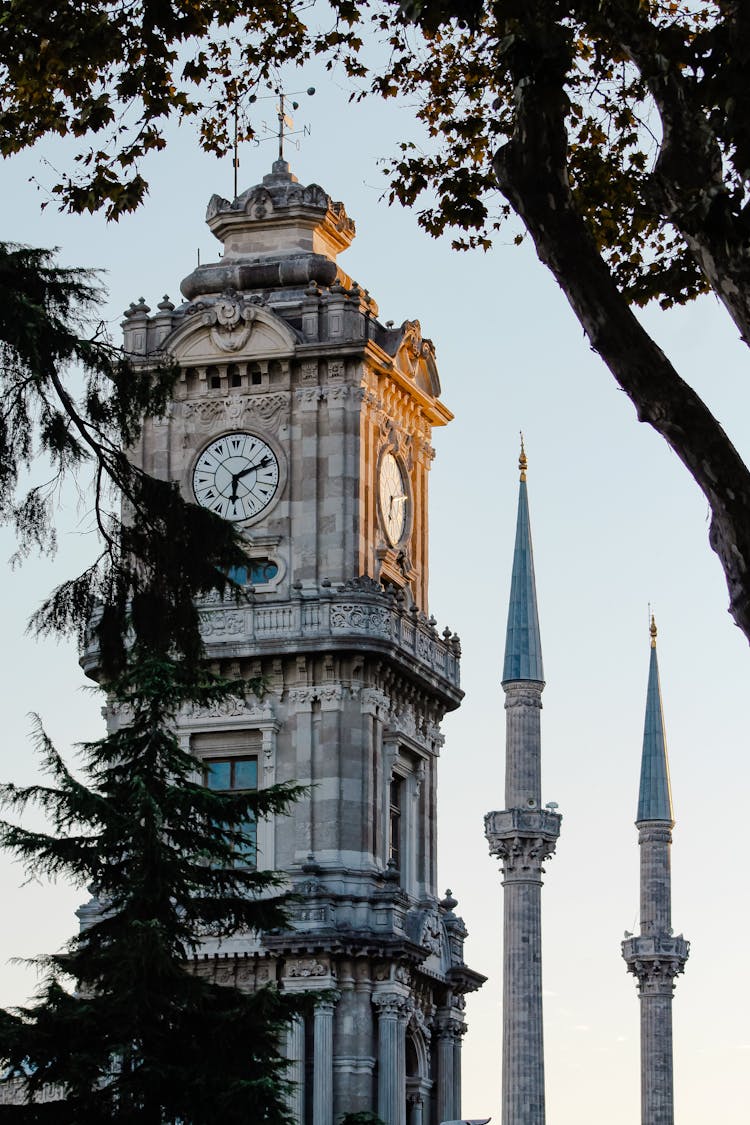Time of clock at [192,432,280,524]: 6:11
